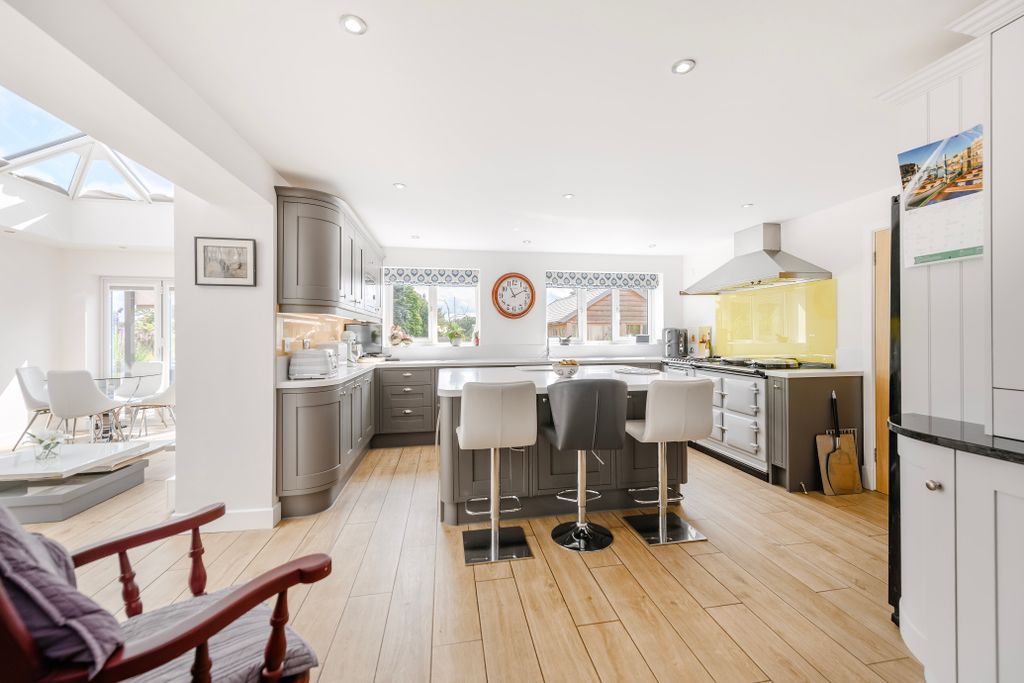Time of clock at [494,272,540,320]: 11:10
